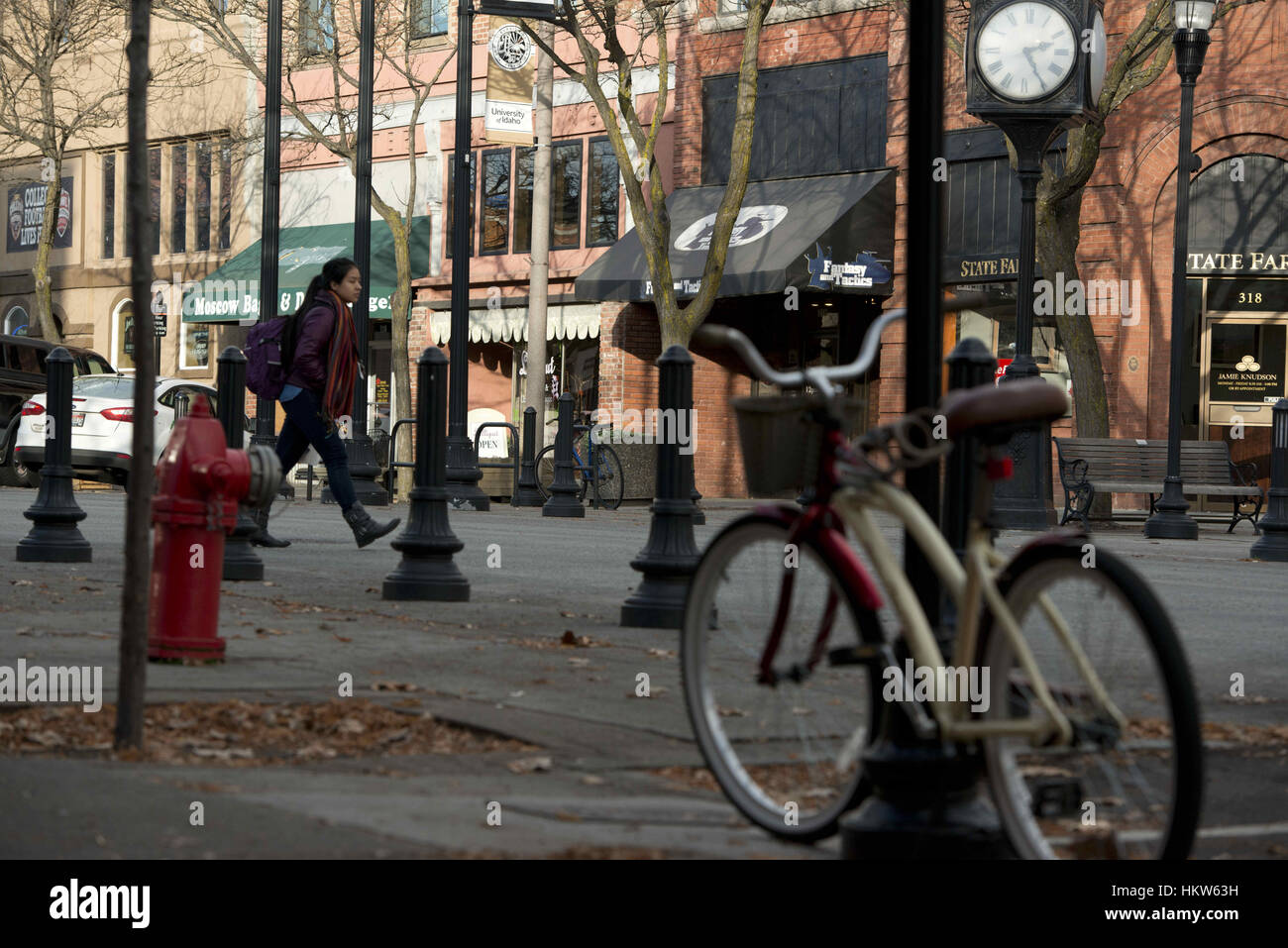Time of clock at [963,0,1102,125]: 2:24
